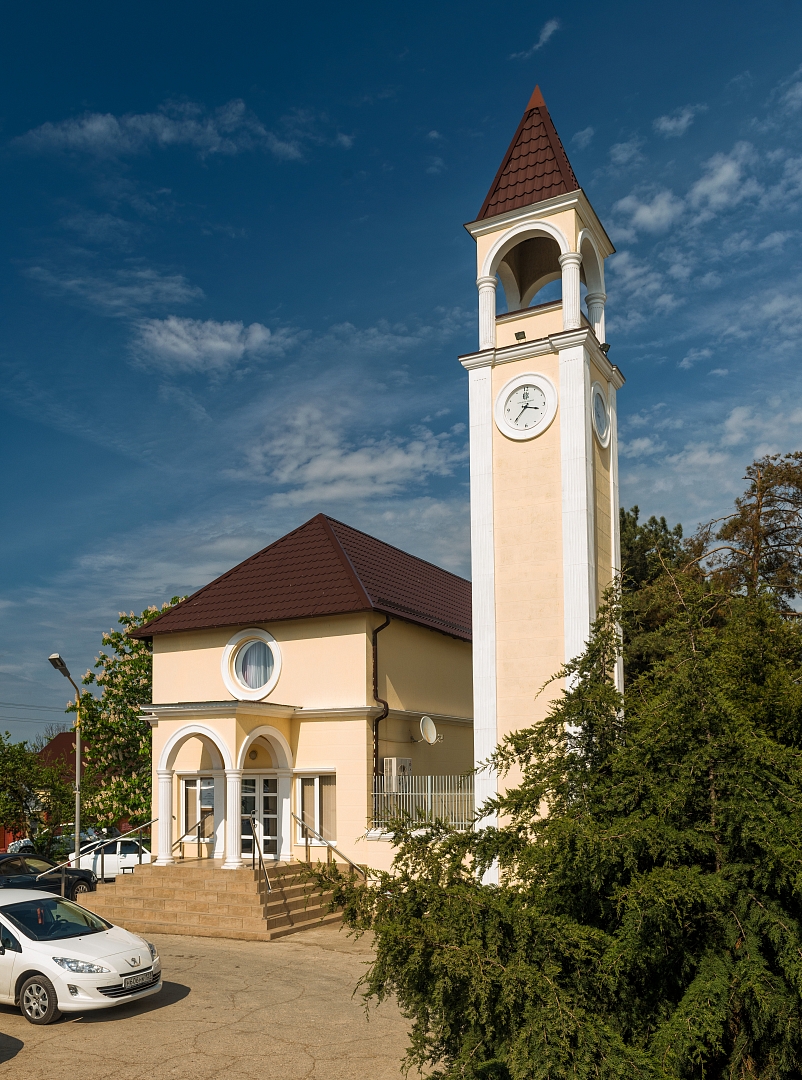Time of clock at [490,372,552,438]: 3:37
